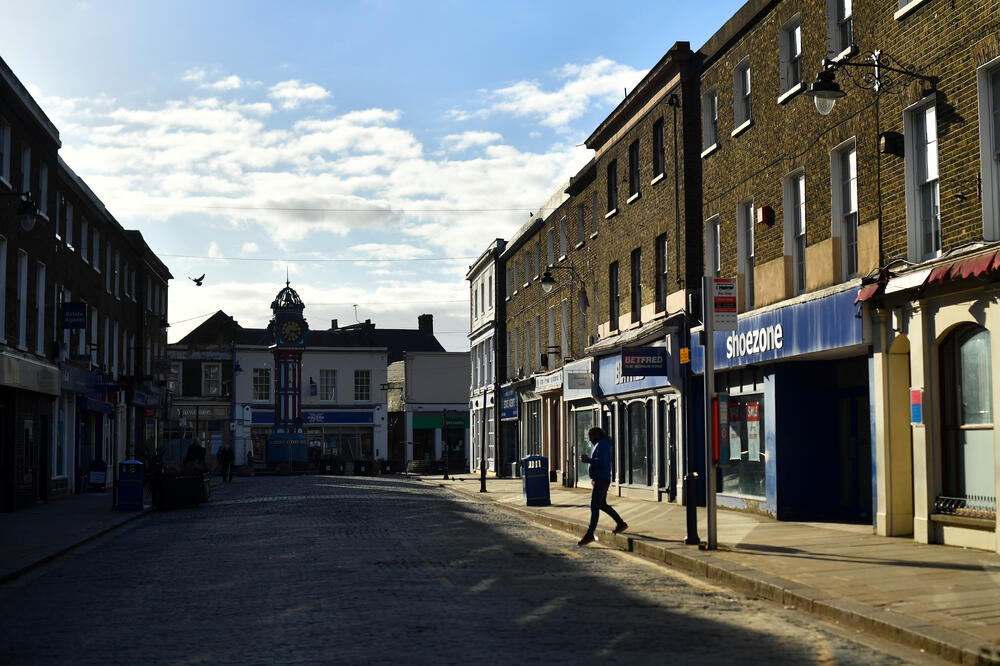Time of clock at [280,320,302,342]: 7:16
